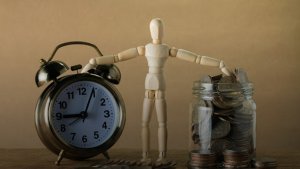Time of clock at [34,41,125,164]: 9:04
